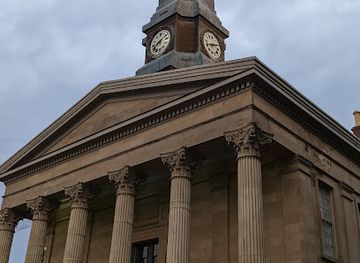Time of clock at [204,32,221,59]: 8:11
